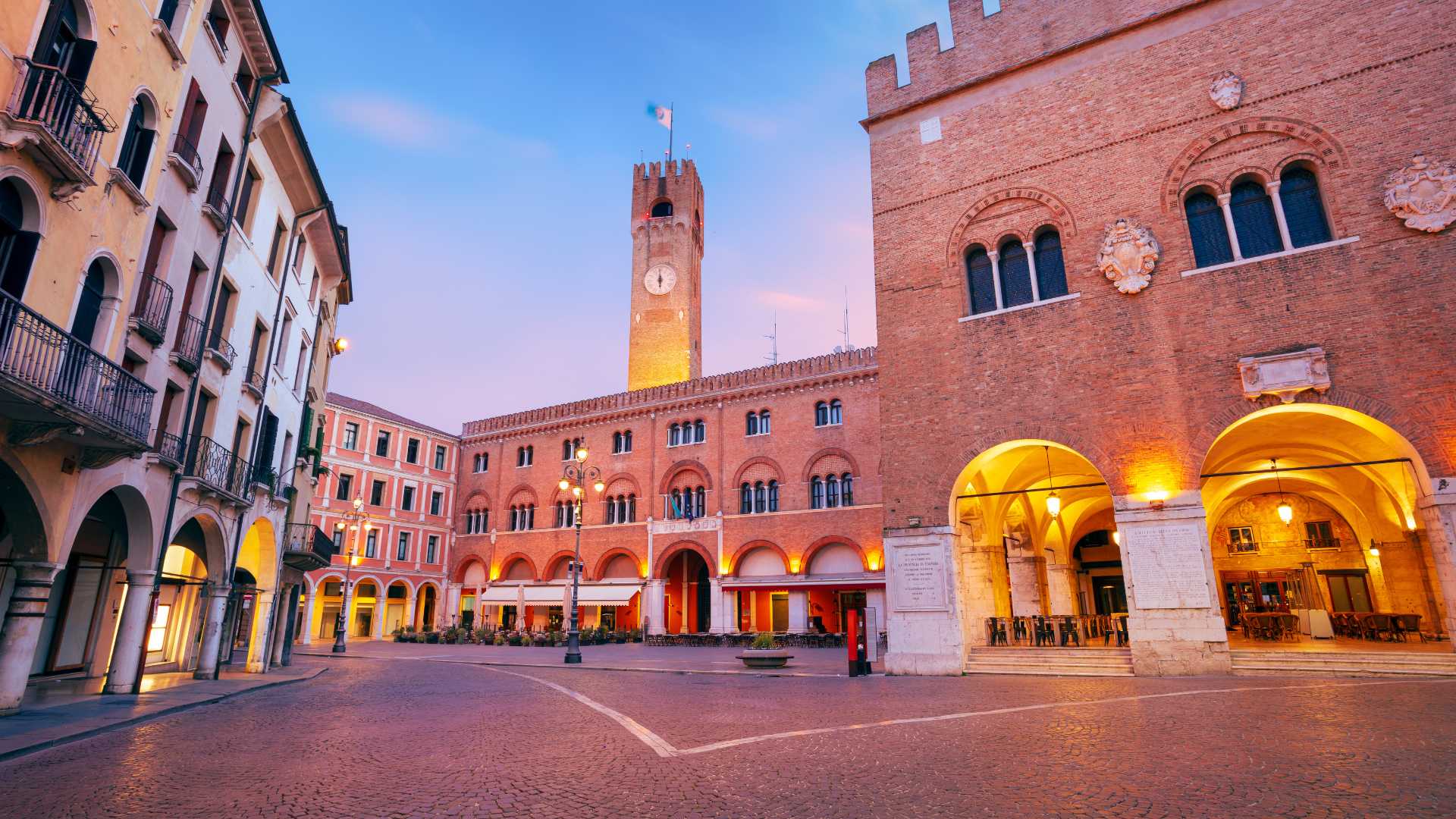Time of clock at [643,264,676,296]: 5:59
